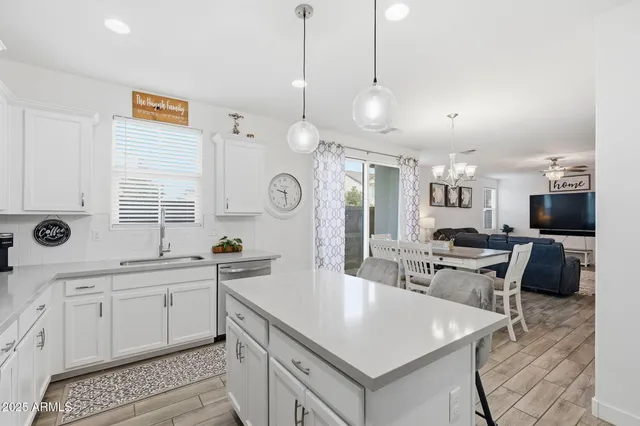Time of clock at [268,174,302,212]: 9:28
